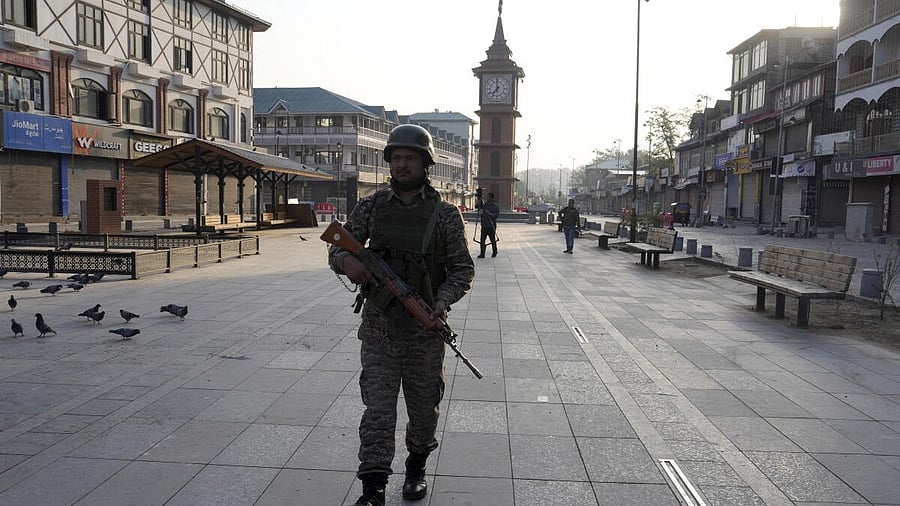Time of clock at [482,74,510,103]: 6:59
